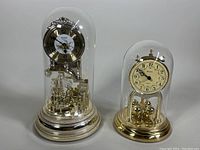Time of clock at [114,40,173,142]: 9:51
